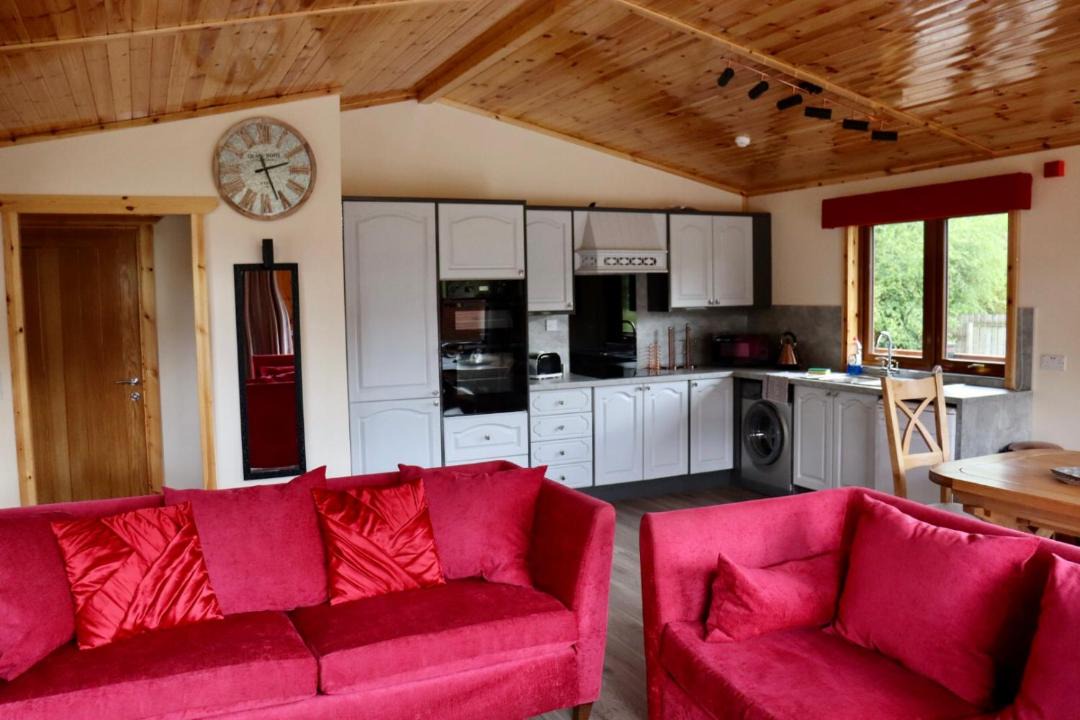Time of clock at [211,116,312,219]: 2:26
